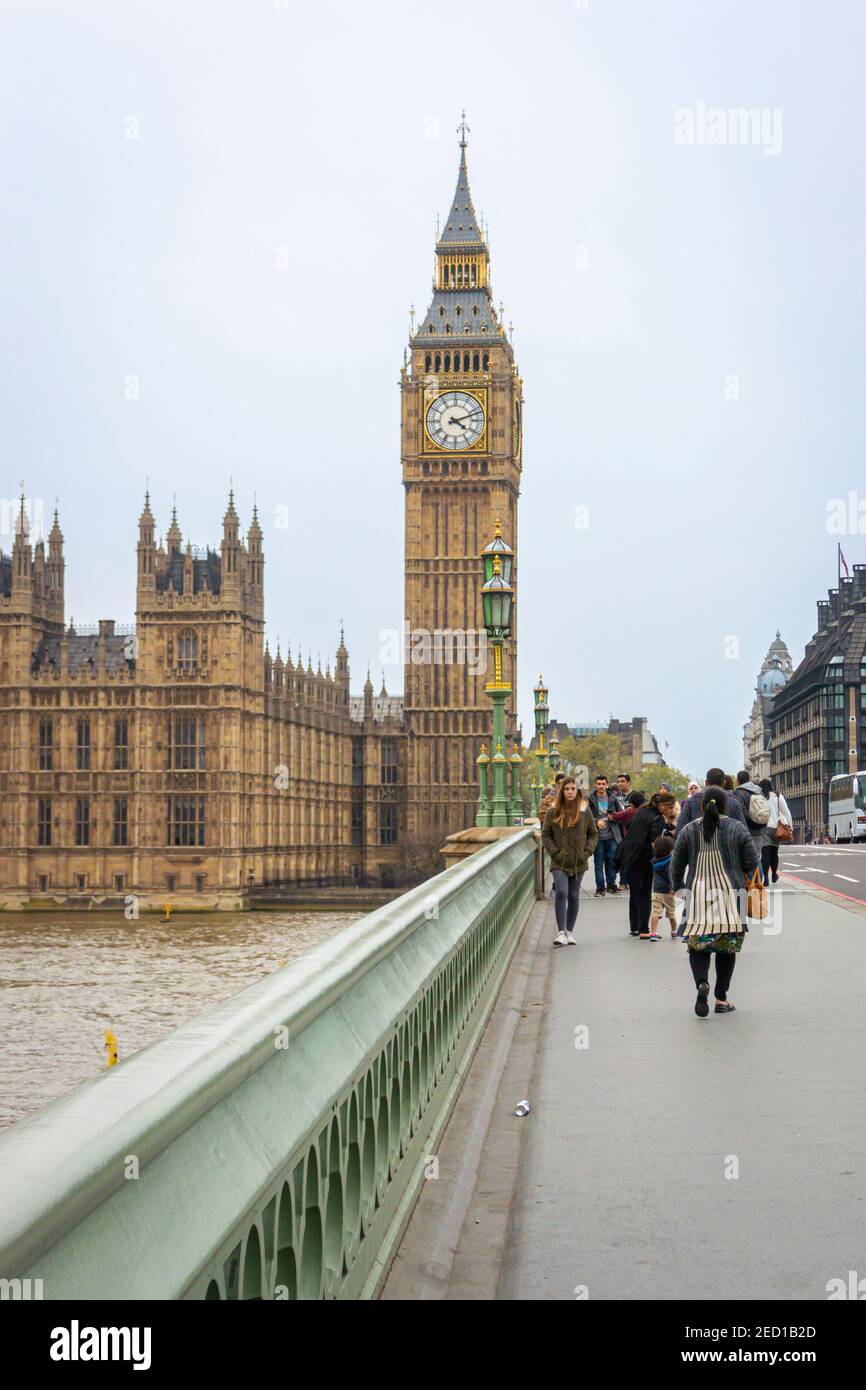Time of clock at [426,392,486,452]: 4:11
